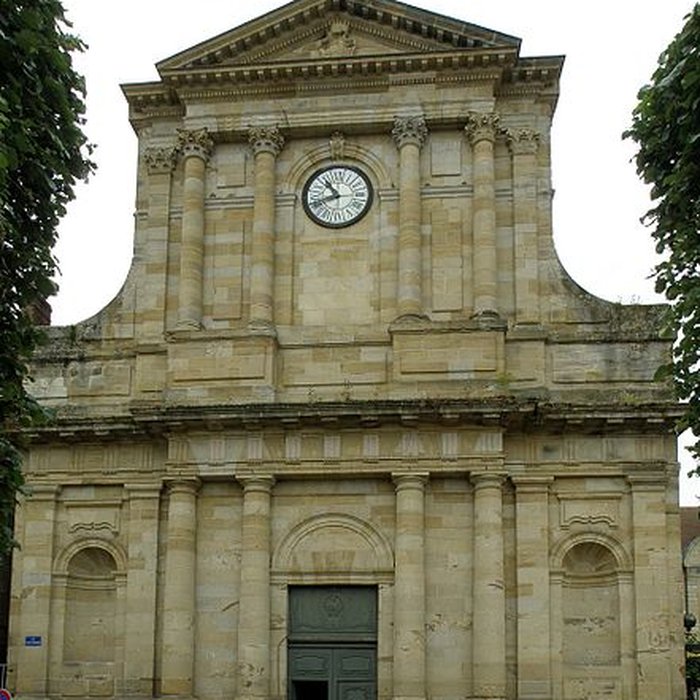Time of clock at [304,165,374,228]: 10:41
